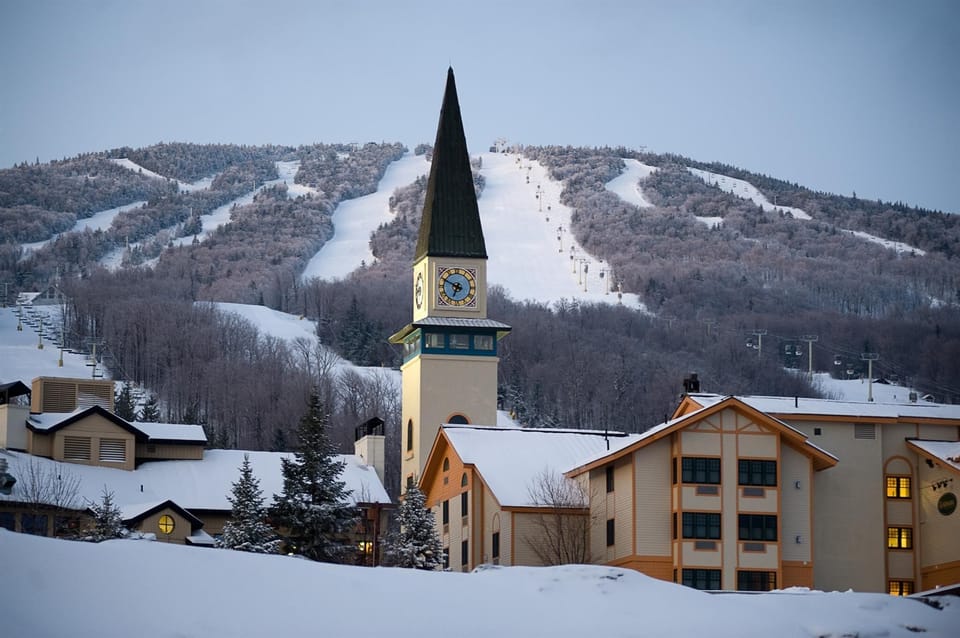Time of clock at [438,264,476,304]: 6:49
